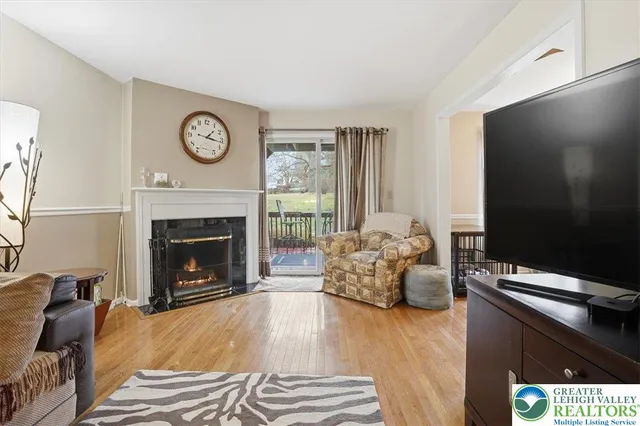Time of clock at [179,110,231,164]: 1:16
